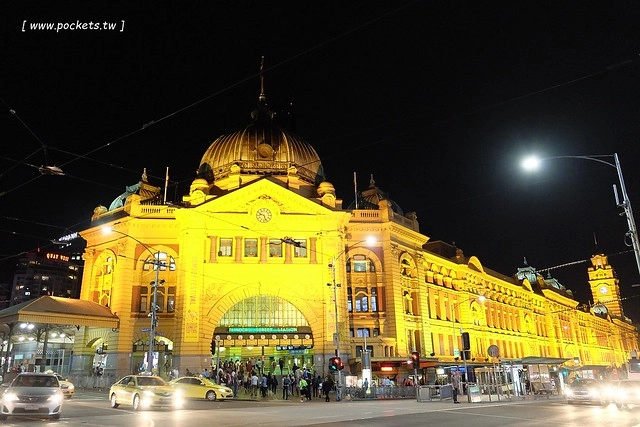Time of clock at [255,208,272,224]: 9:26
